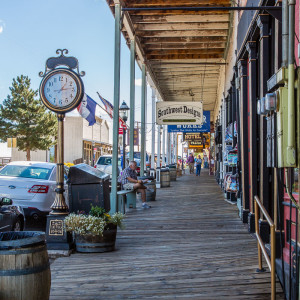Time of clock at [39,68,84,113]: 1:13
